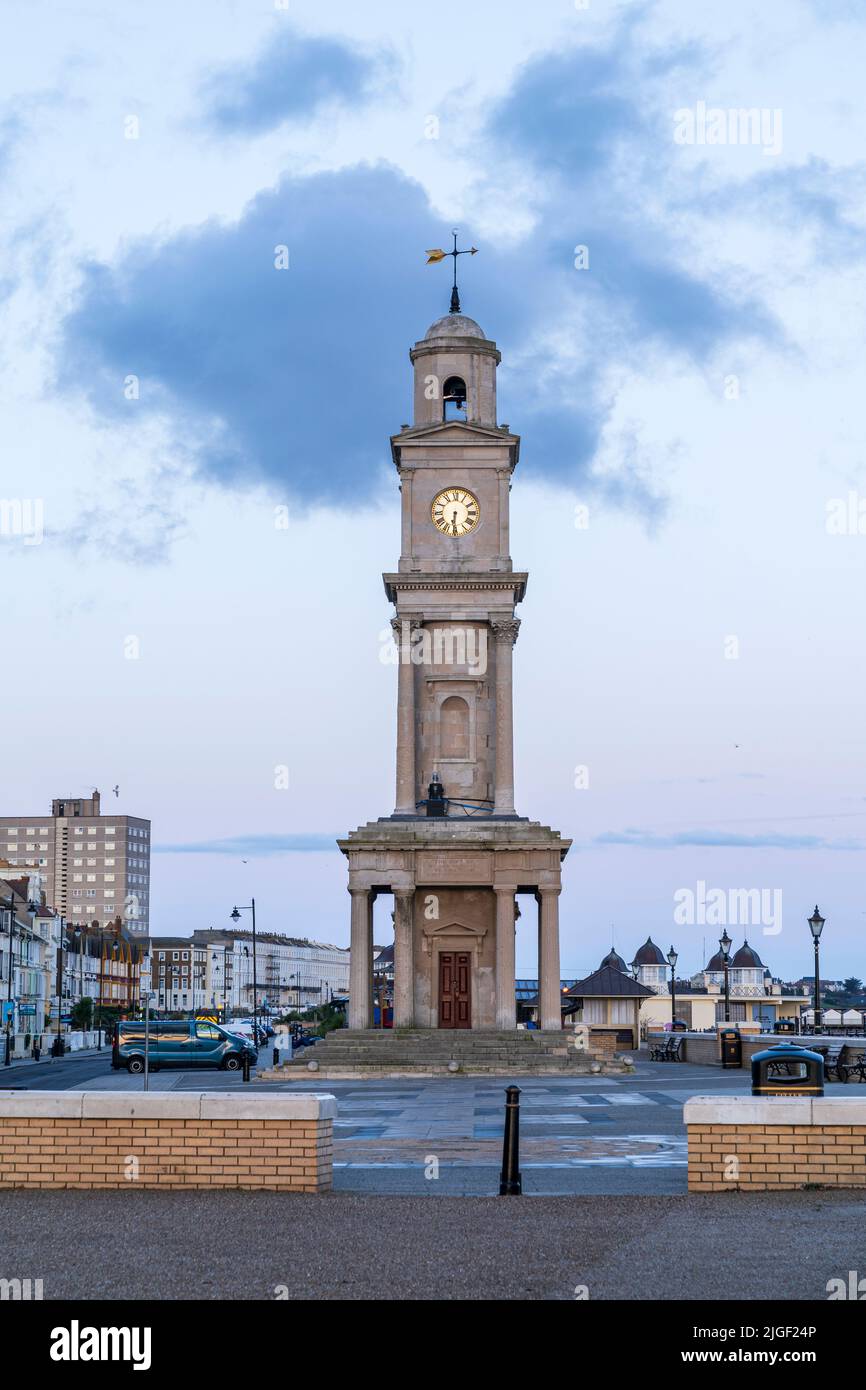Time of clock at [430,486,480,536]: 6:30
